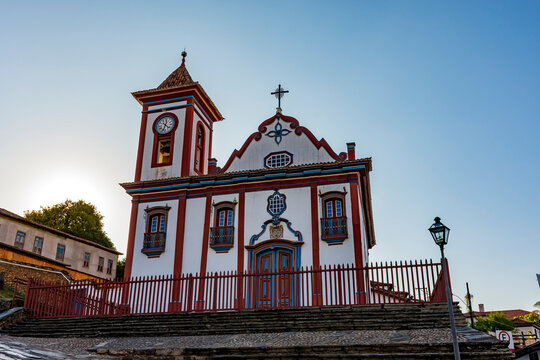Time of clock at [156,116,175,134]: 4:33
